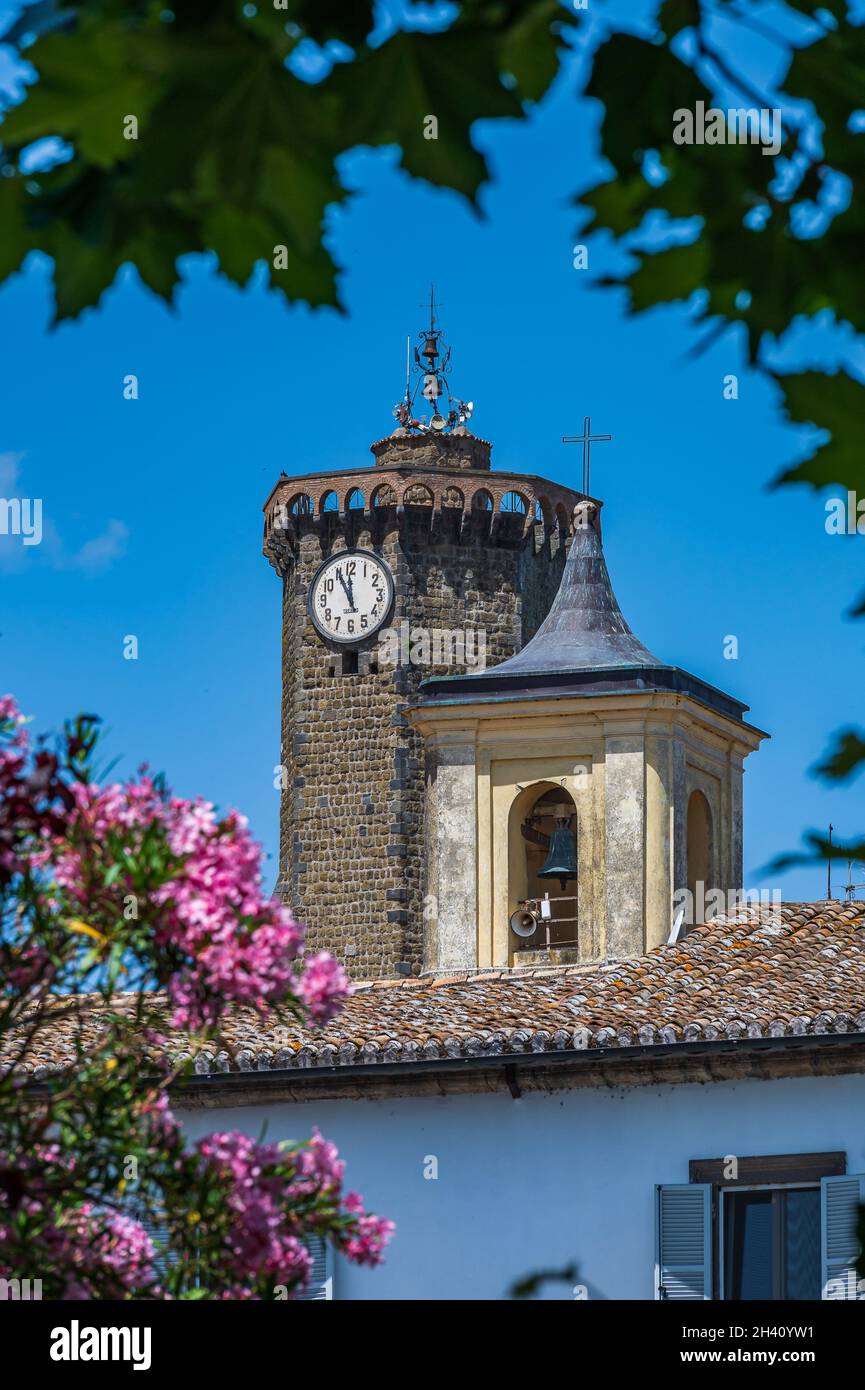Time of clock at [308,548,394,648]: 11:55
